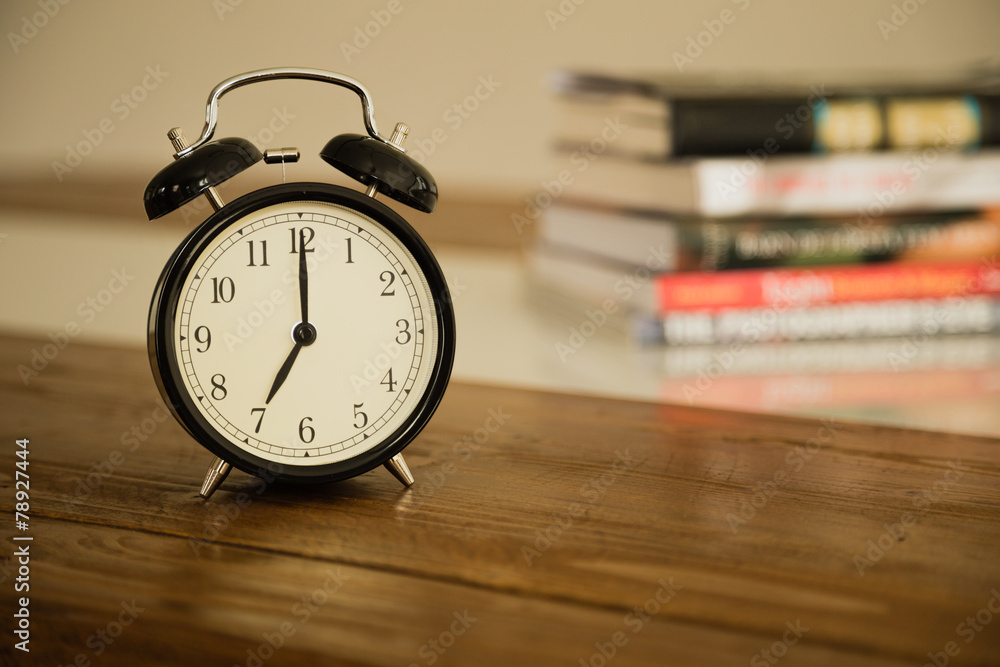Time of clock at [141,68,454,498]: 7:00
